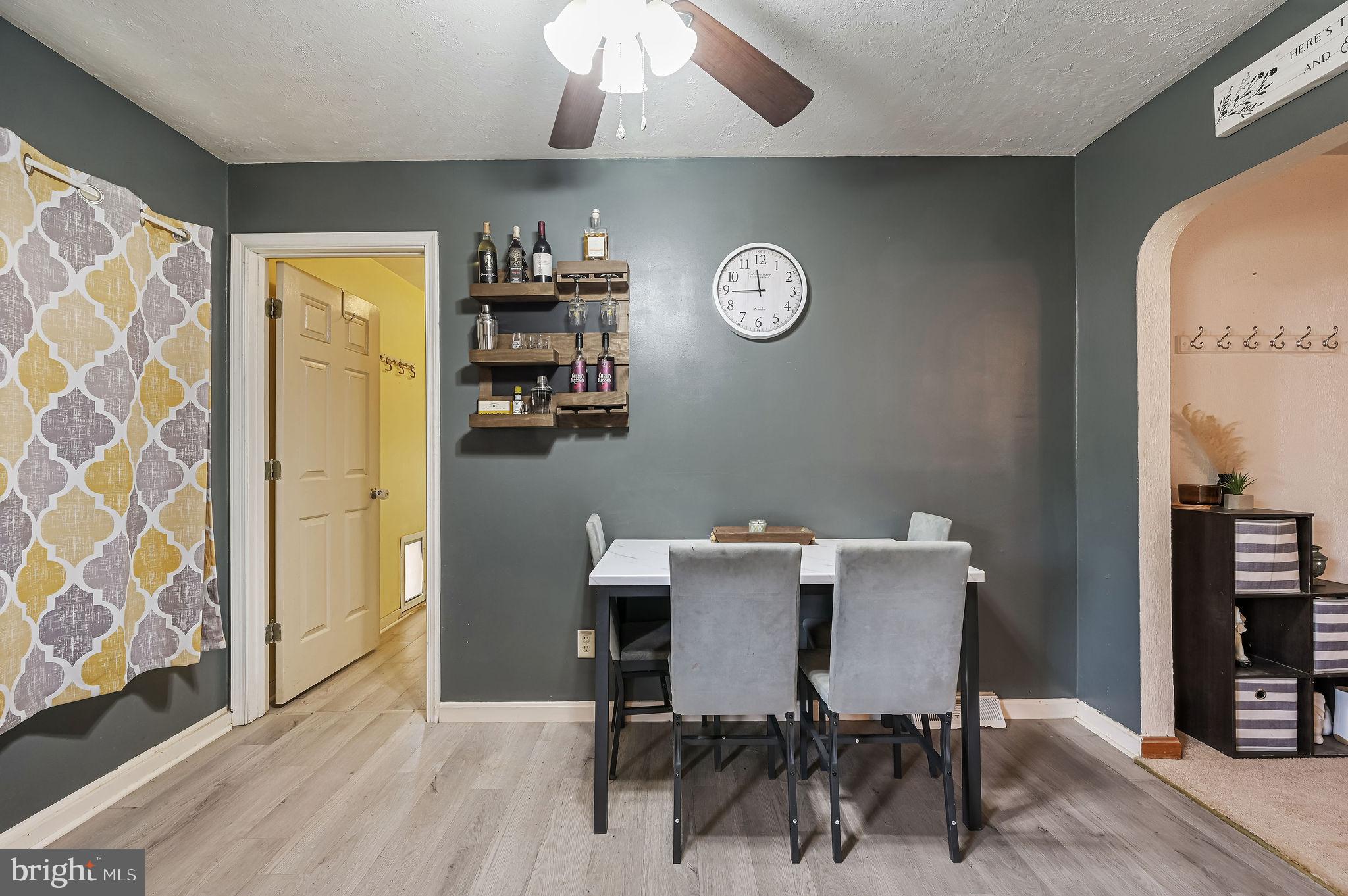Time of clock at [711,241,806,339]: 11:44
